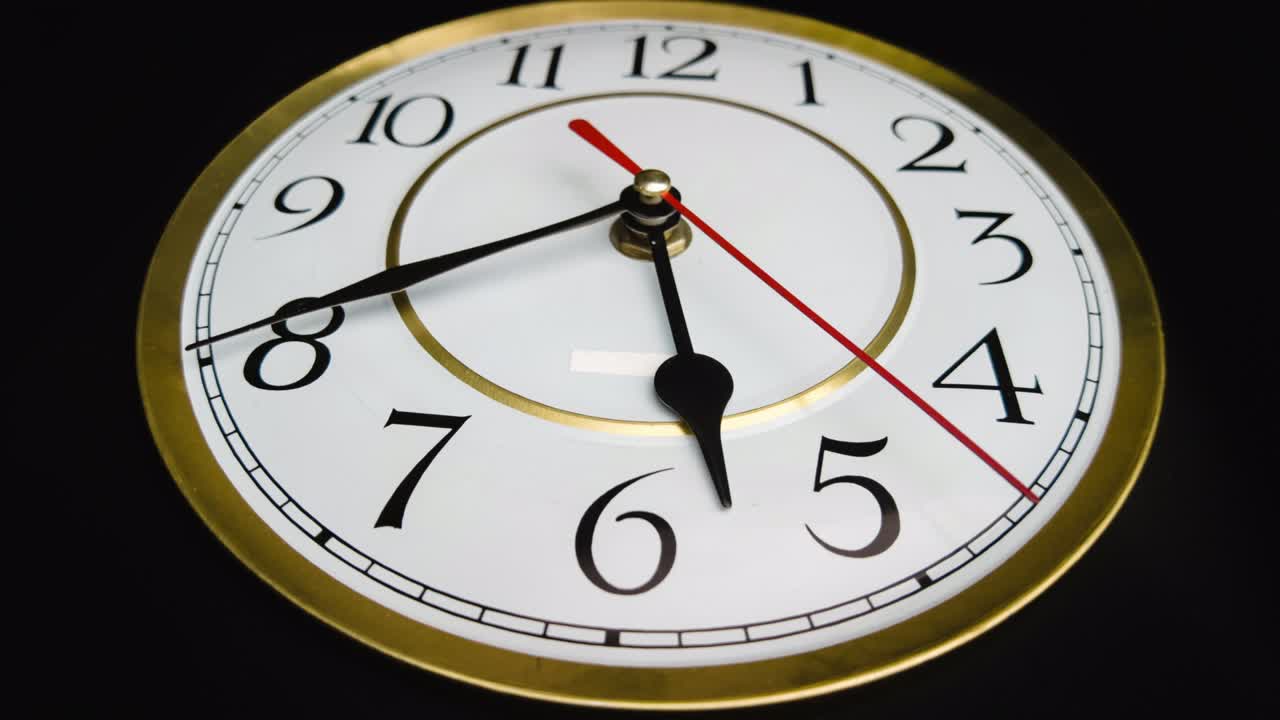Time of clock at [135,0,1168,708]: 5:40
